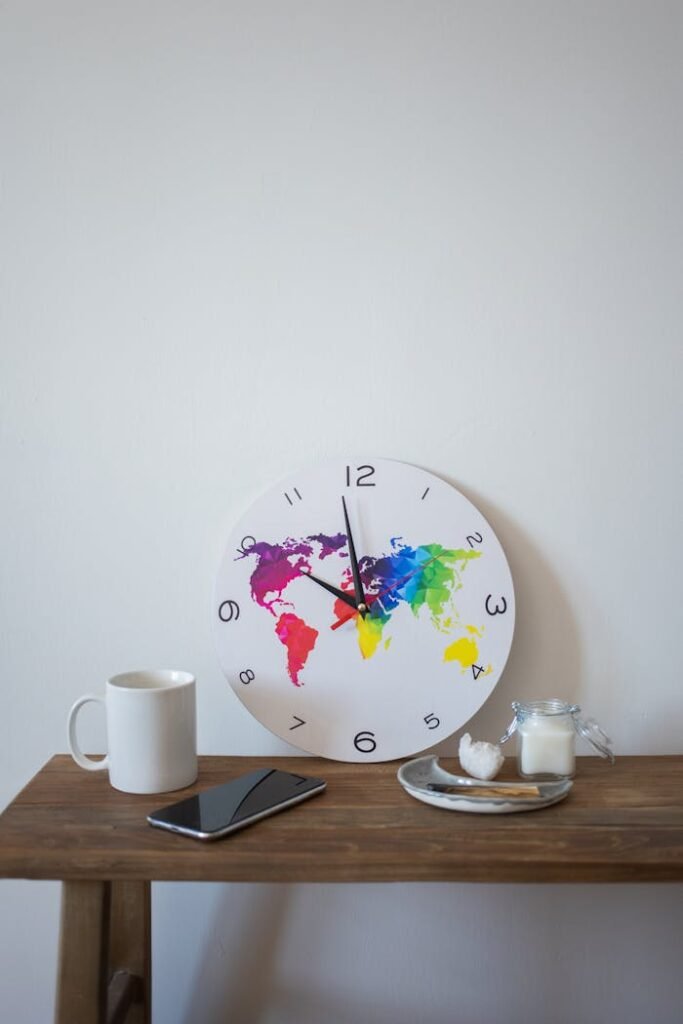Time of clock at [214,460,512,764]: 9:58
